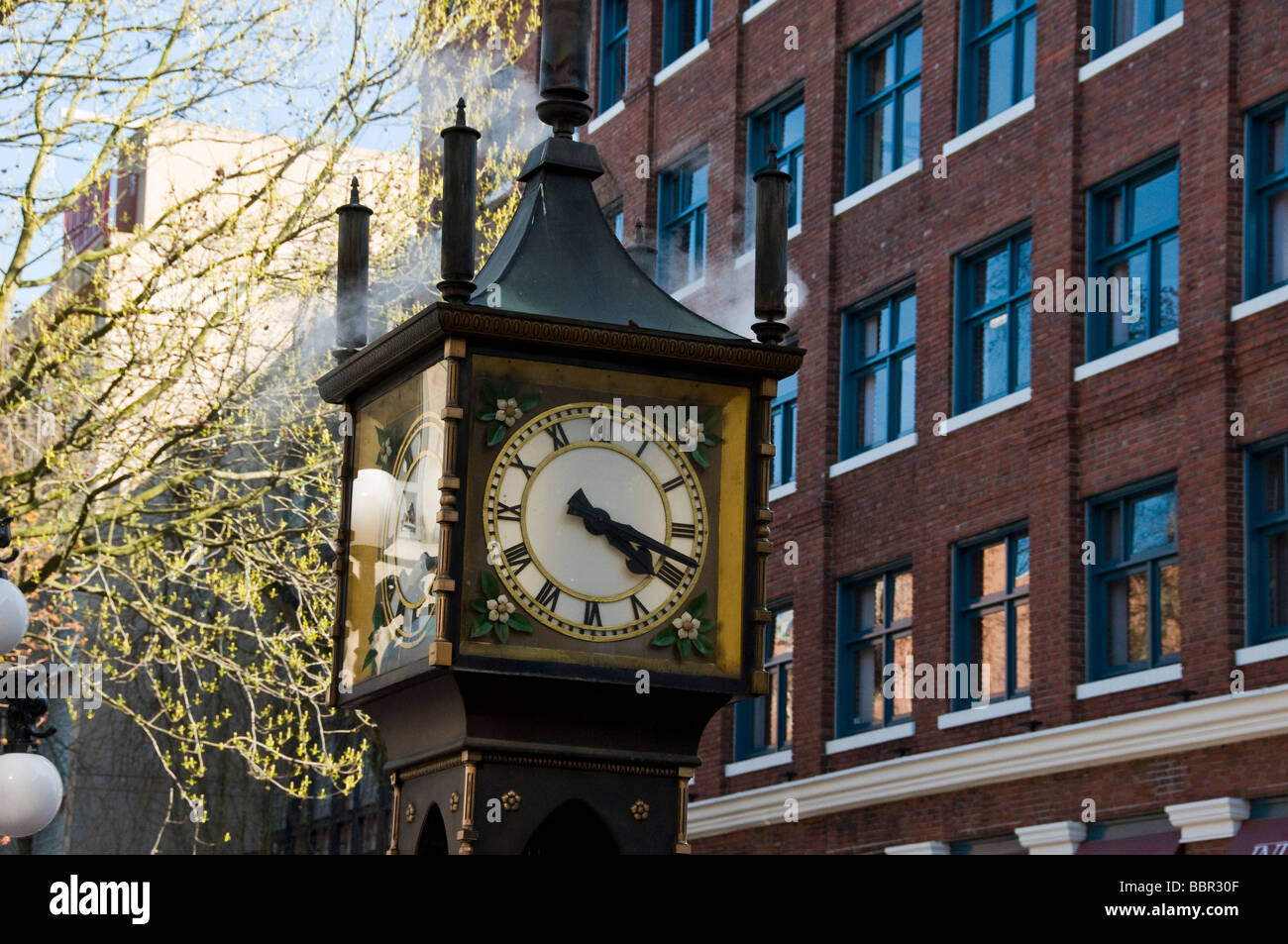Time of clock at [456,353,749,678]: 4:18
